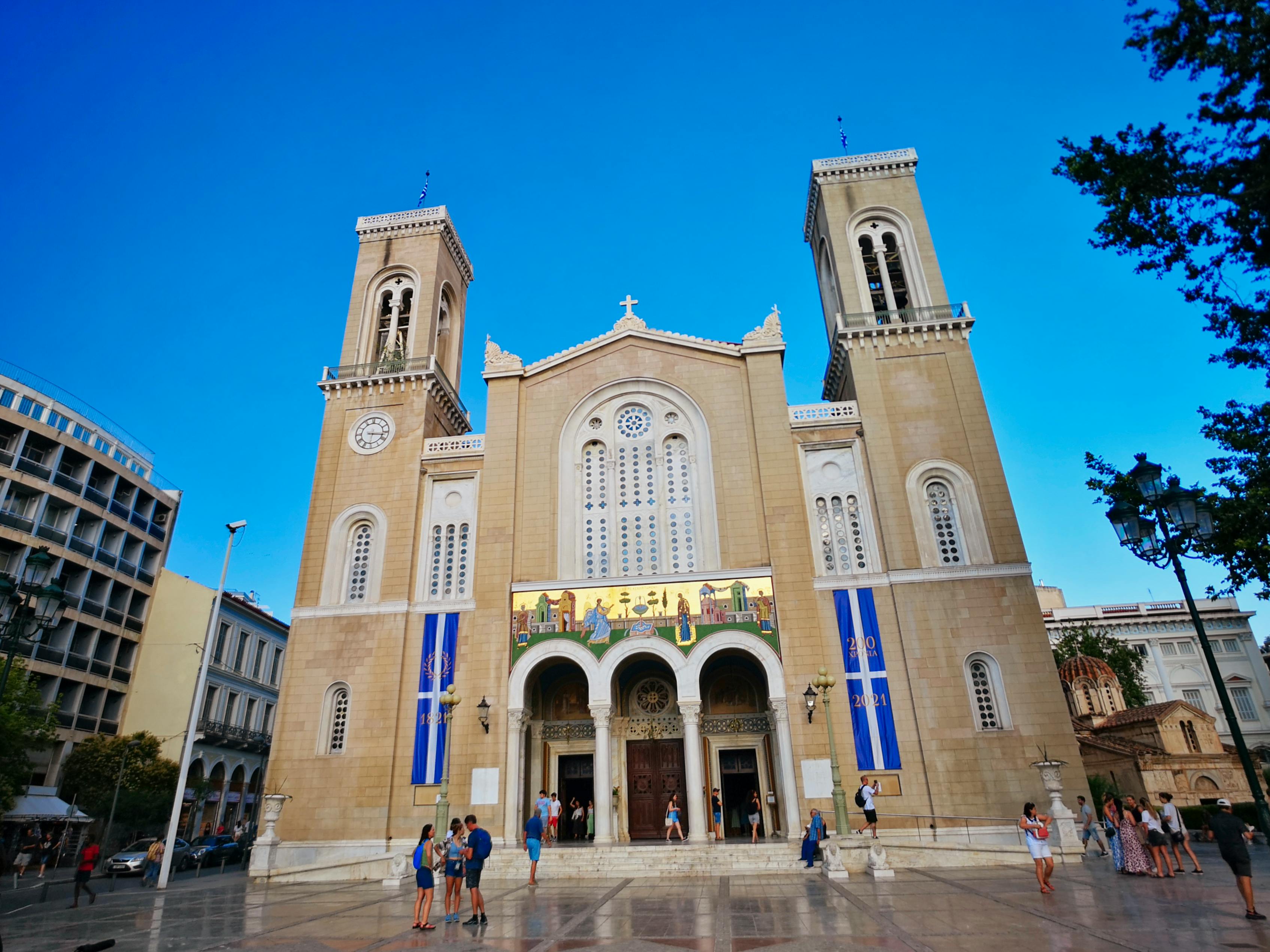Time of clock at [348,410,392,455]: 3:16
